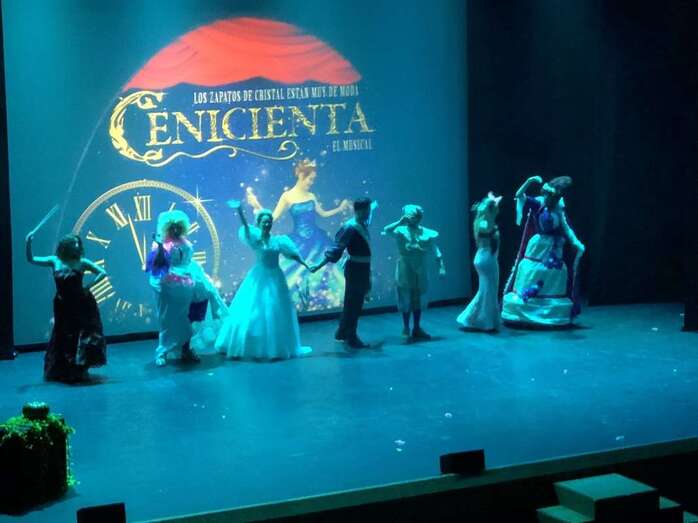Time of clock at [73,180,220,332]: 12:57
